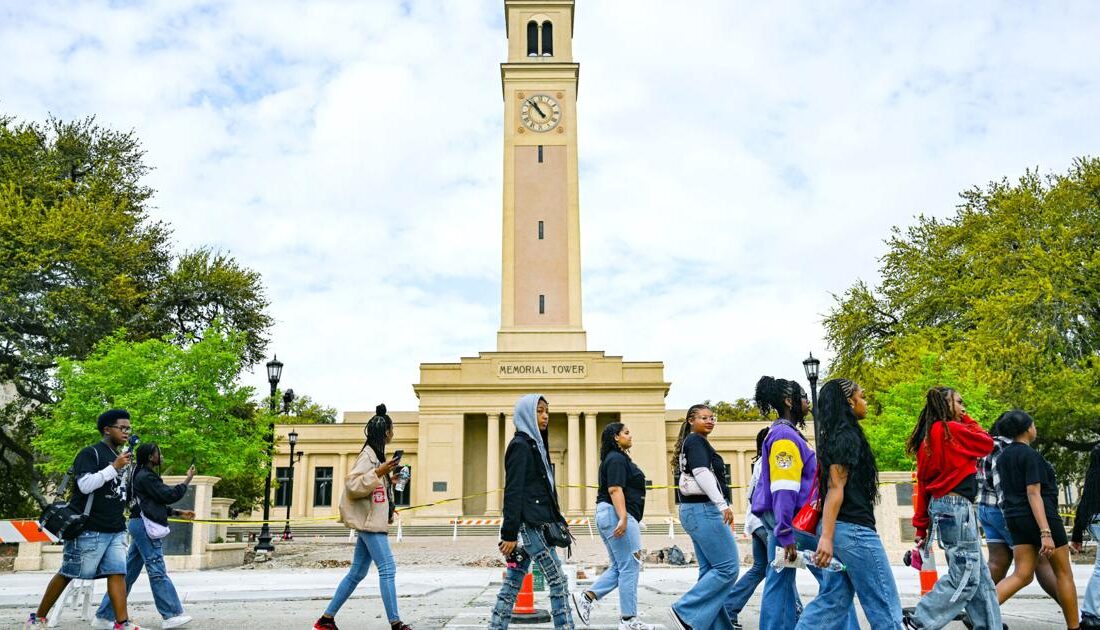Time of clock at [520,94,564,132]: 10:52
